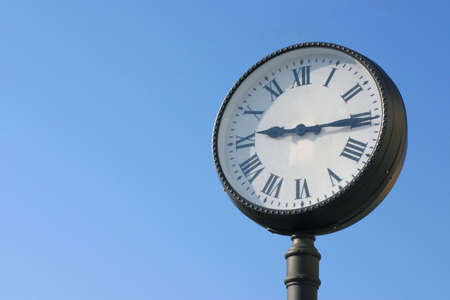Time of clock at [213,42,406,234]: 9:14
